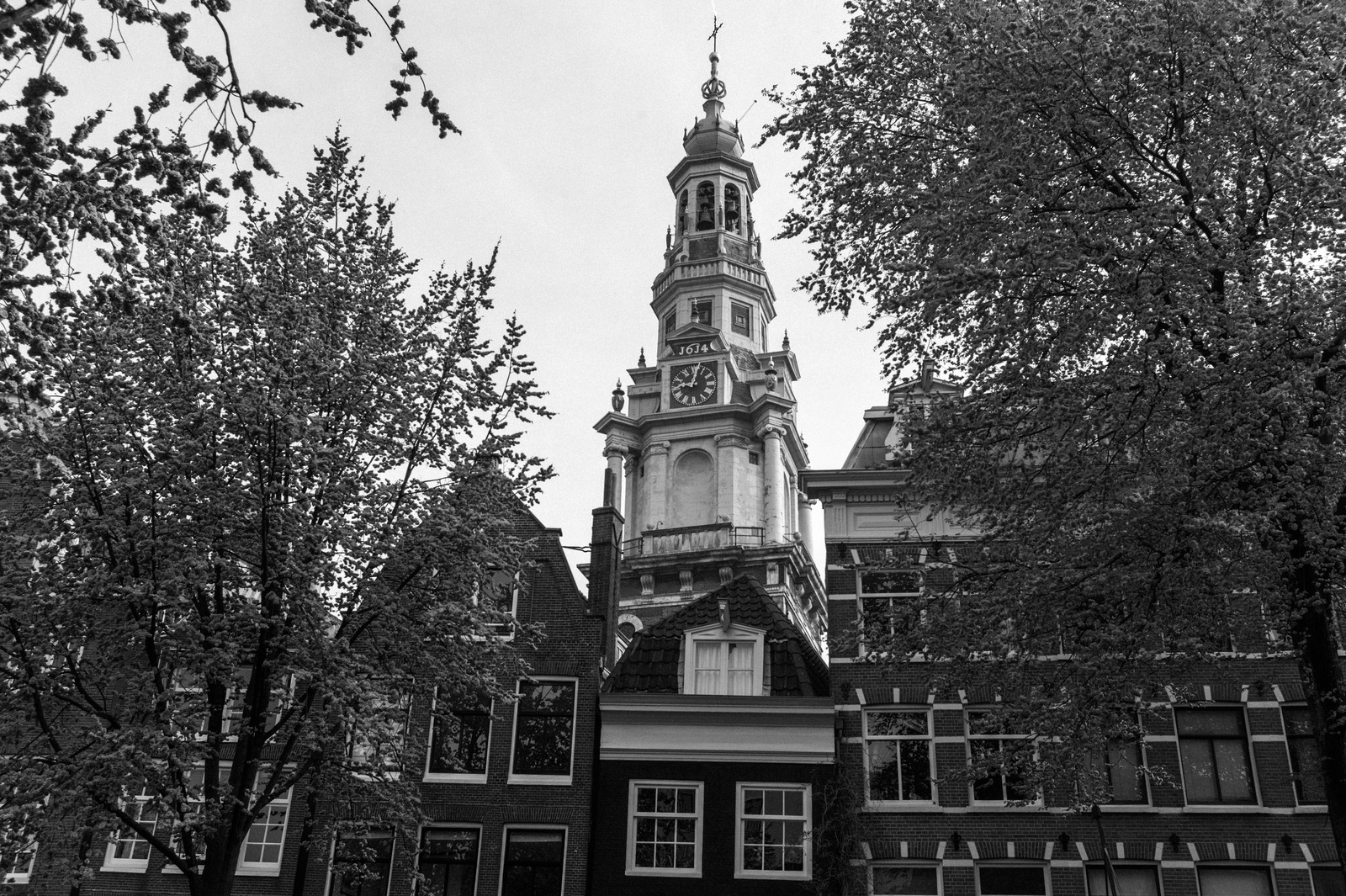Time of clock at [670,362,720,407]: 9:01
